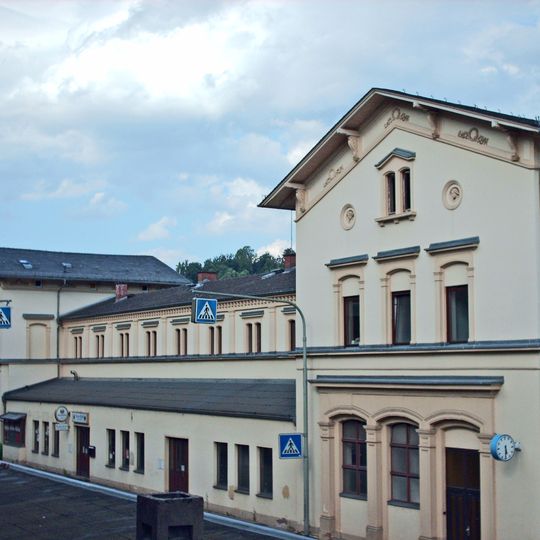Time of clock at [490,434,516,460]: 5:30
